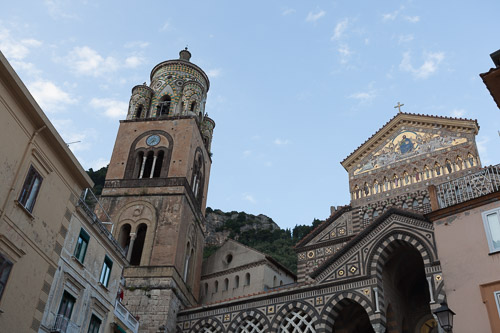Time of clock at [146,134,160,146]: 7:37
